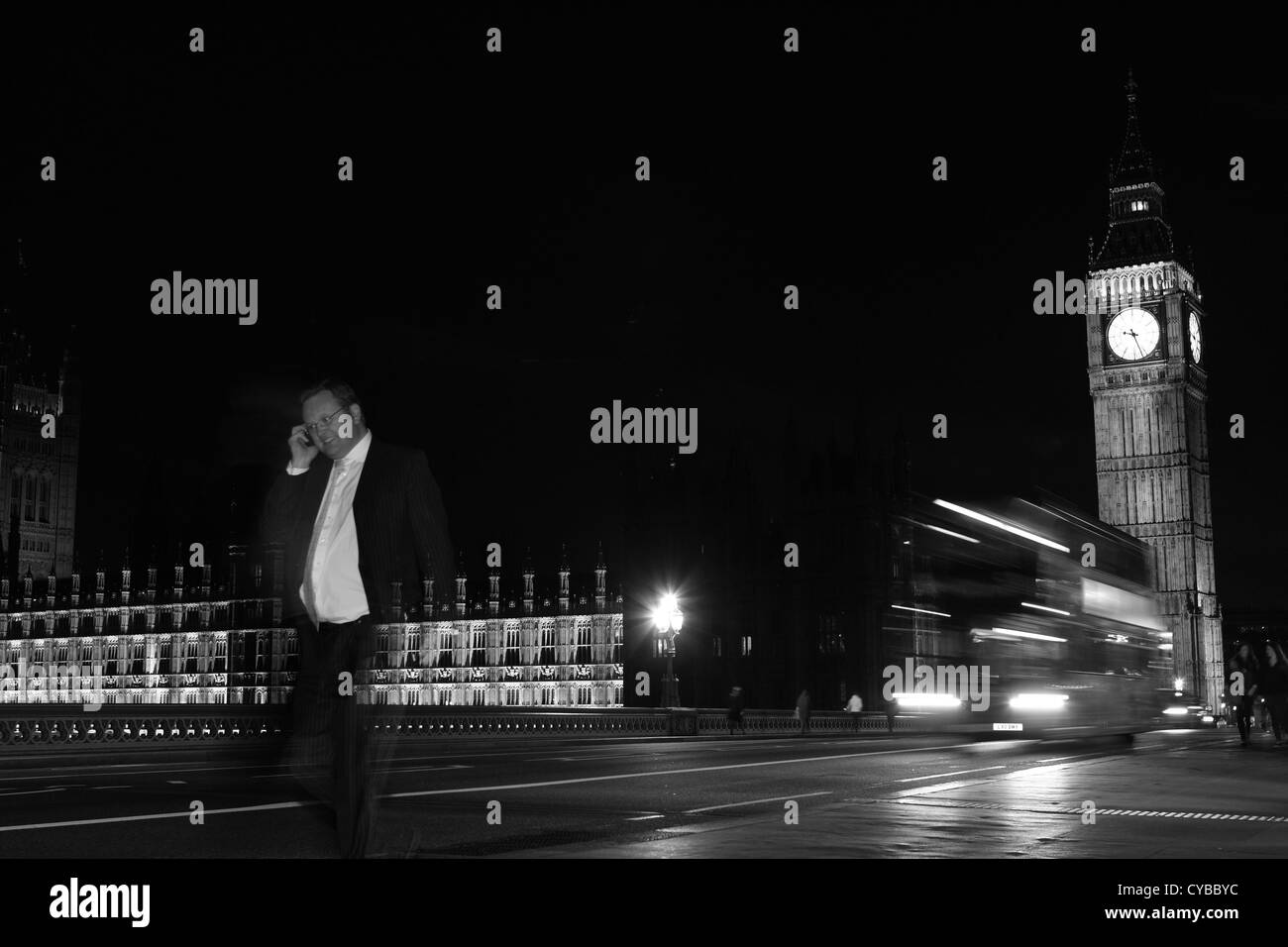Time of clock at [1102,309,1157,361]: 9:26
